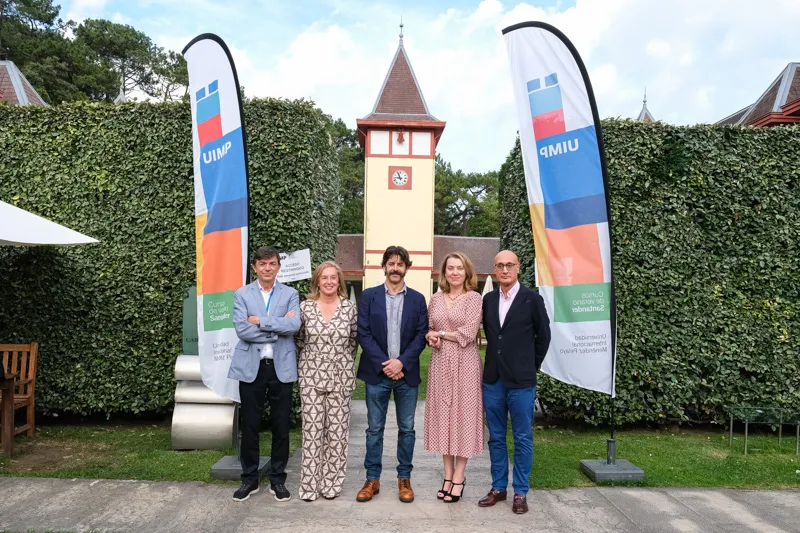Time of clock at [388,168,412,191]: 8:56
